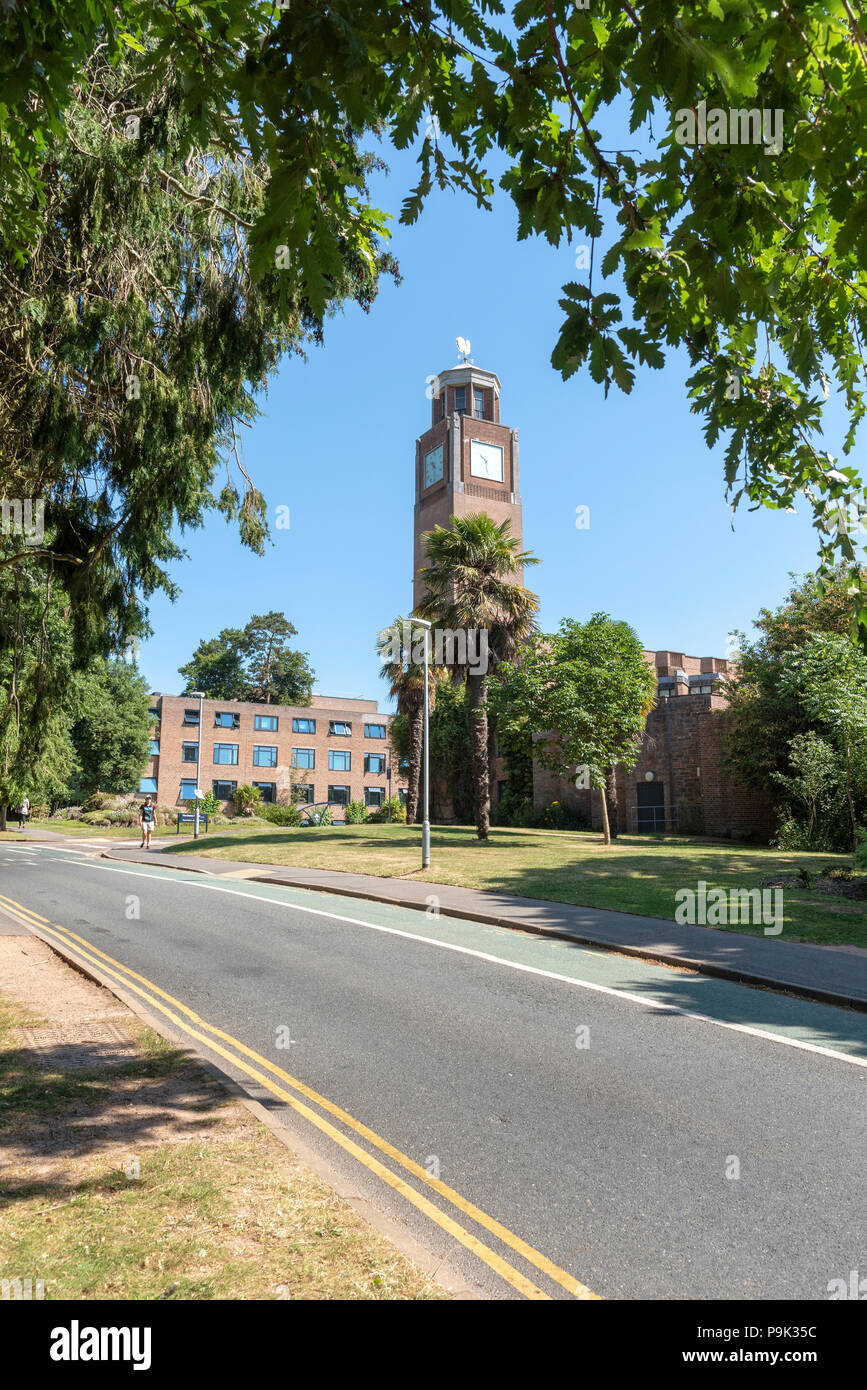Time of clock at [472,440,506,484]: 10:28
